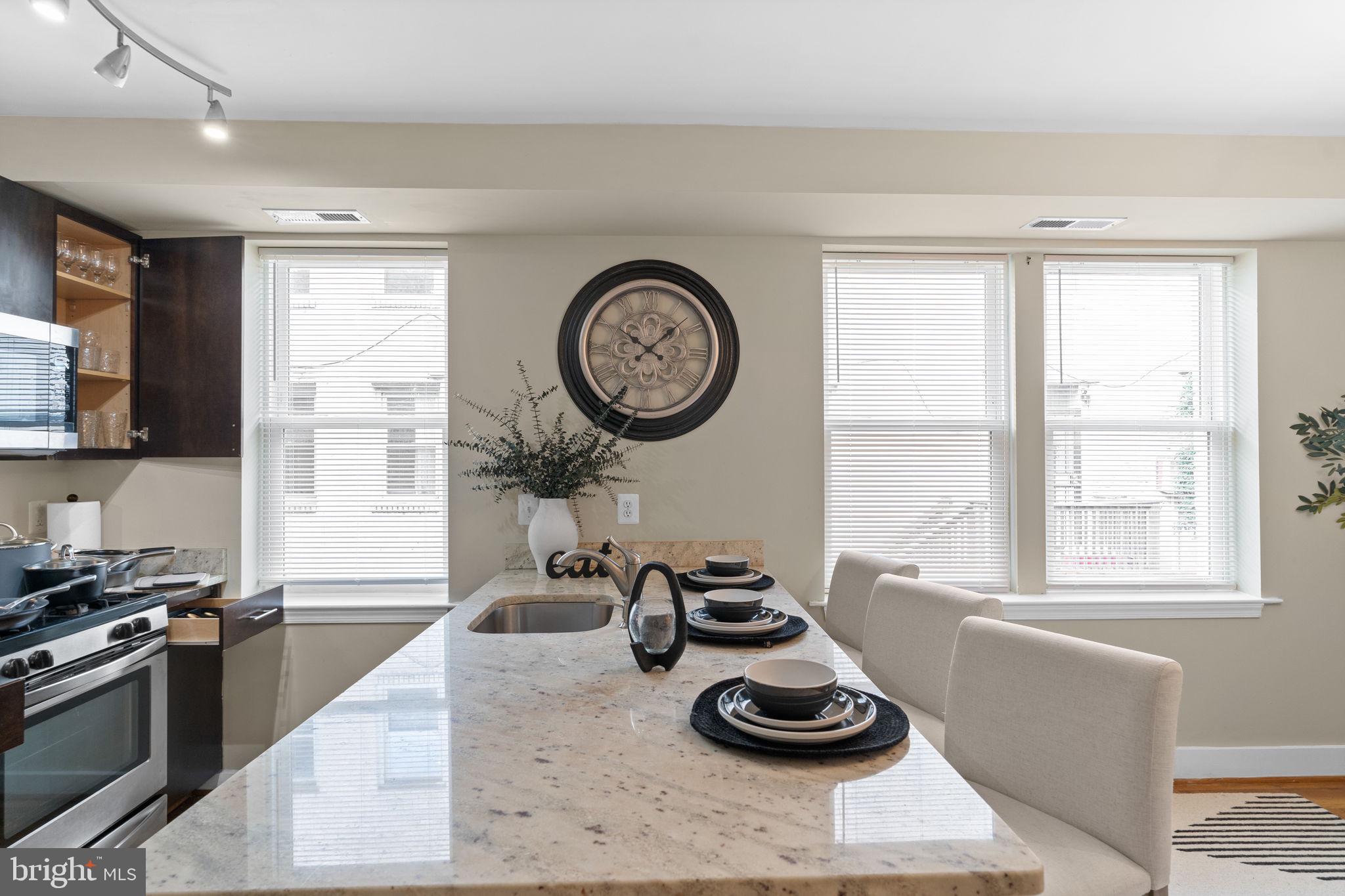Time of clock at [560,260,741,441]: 10:07
